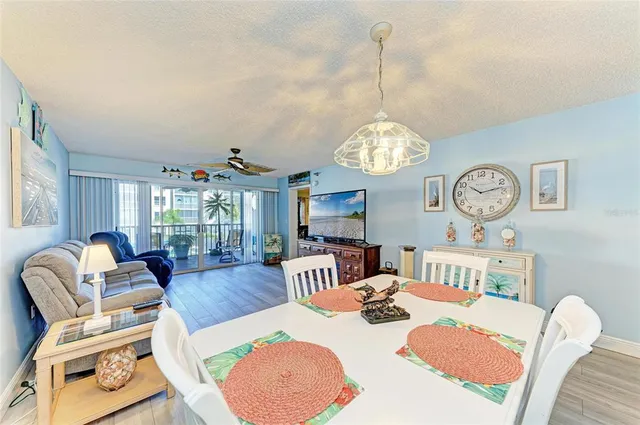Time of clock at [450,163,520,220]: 10:12
